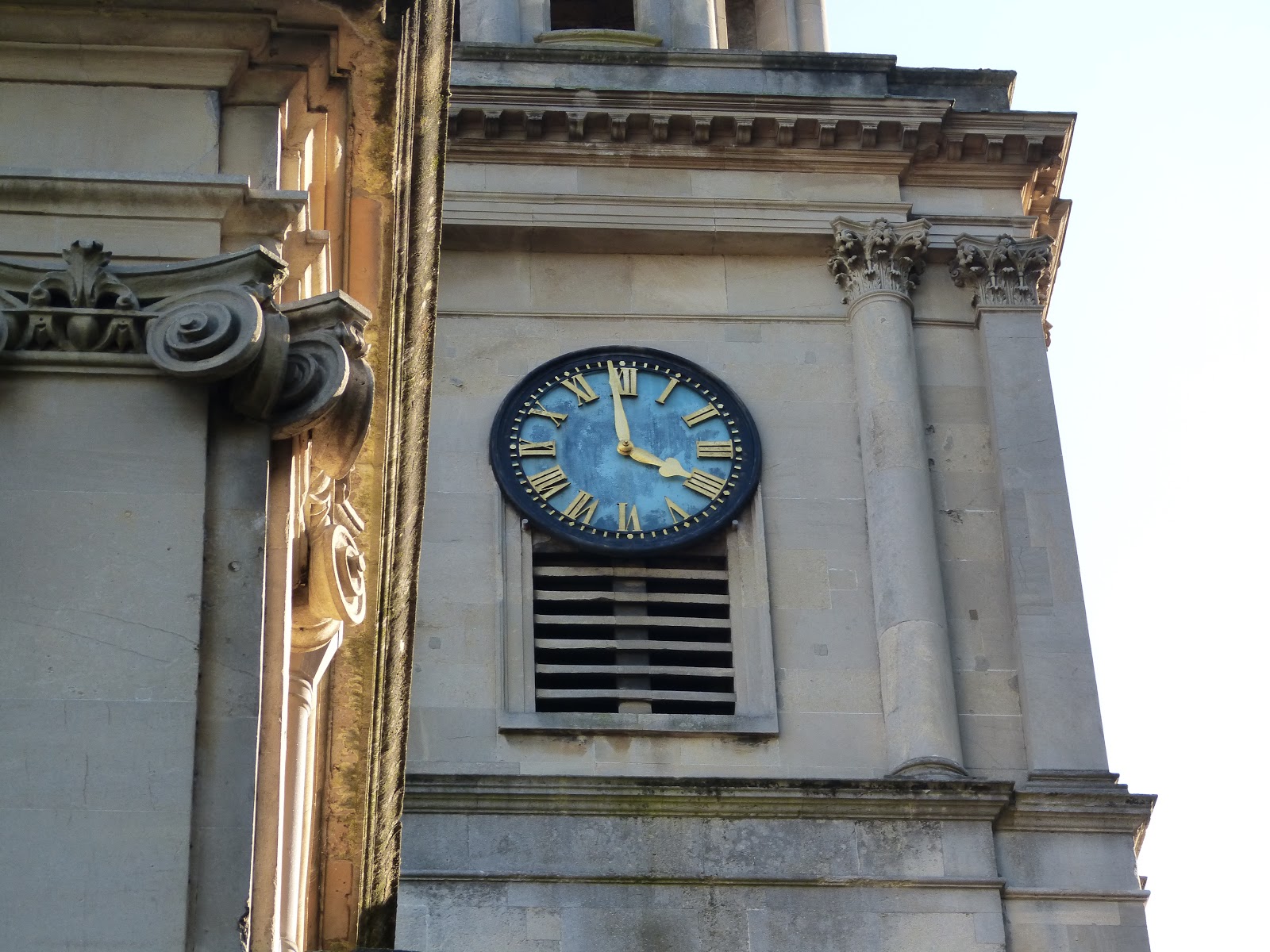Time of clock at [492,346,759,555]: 3:58
